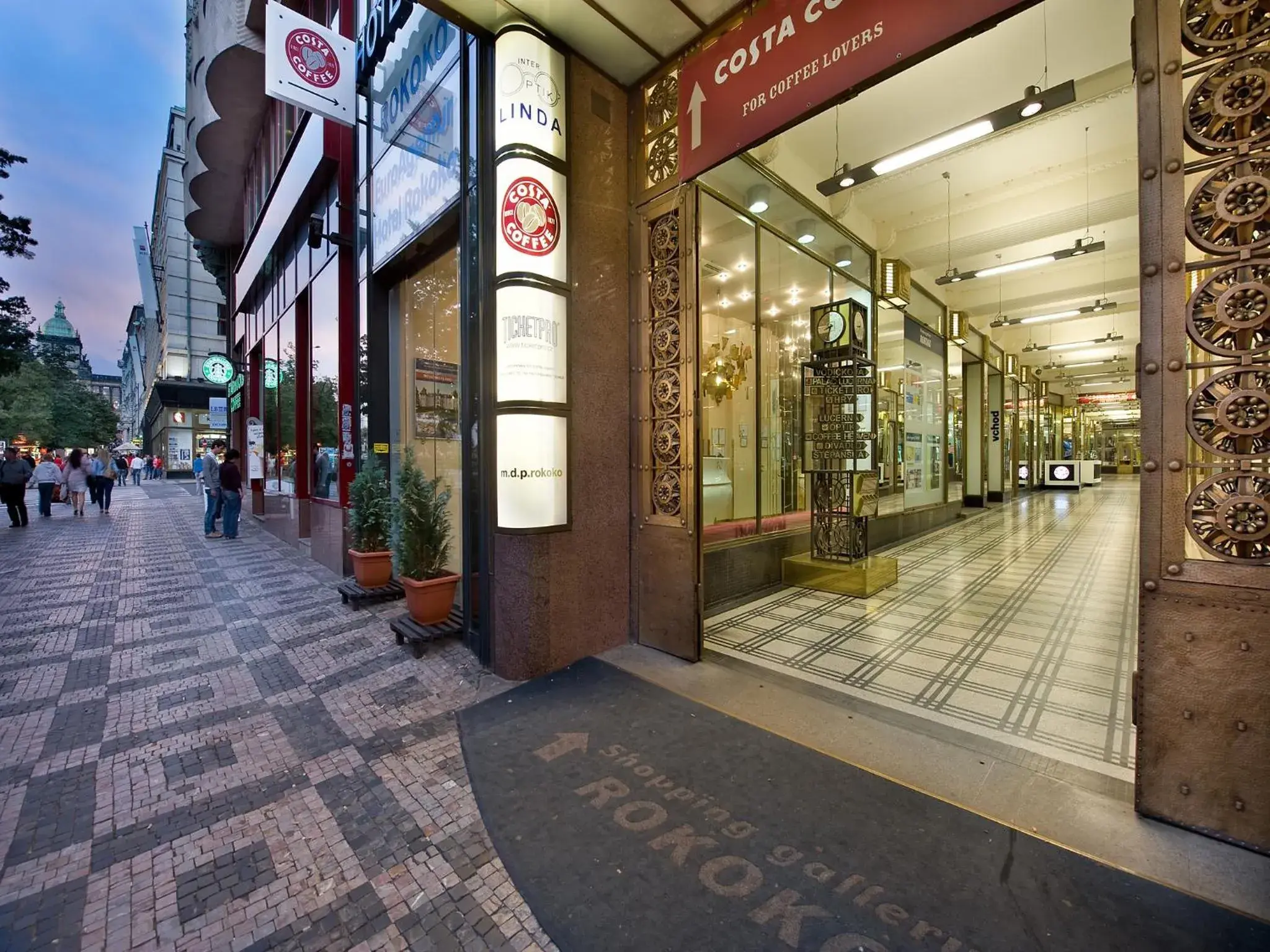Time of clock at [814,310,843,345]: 8:32
